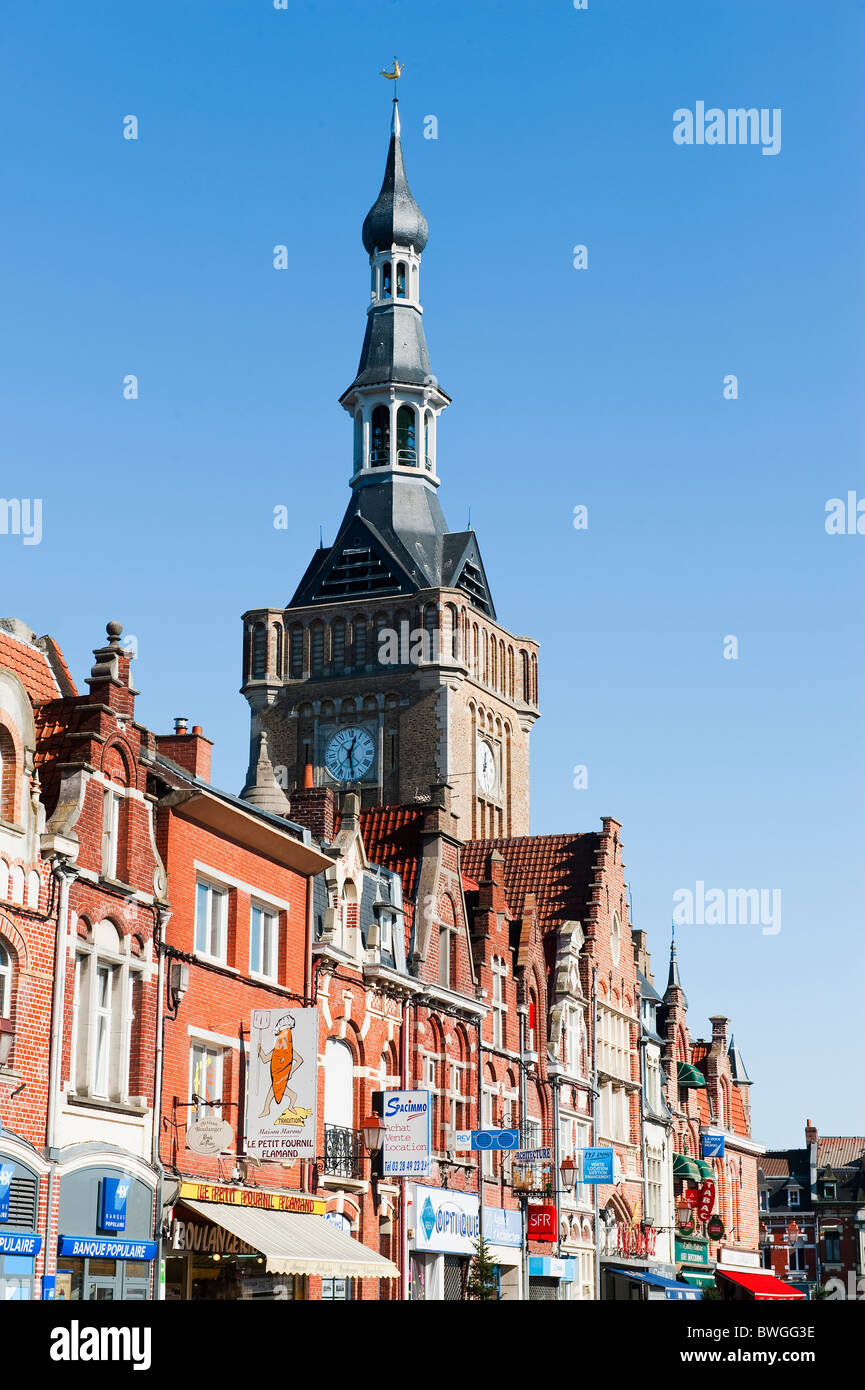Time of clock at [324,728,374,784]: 12:28
